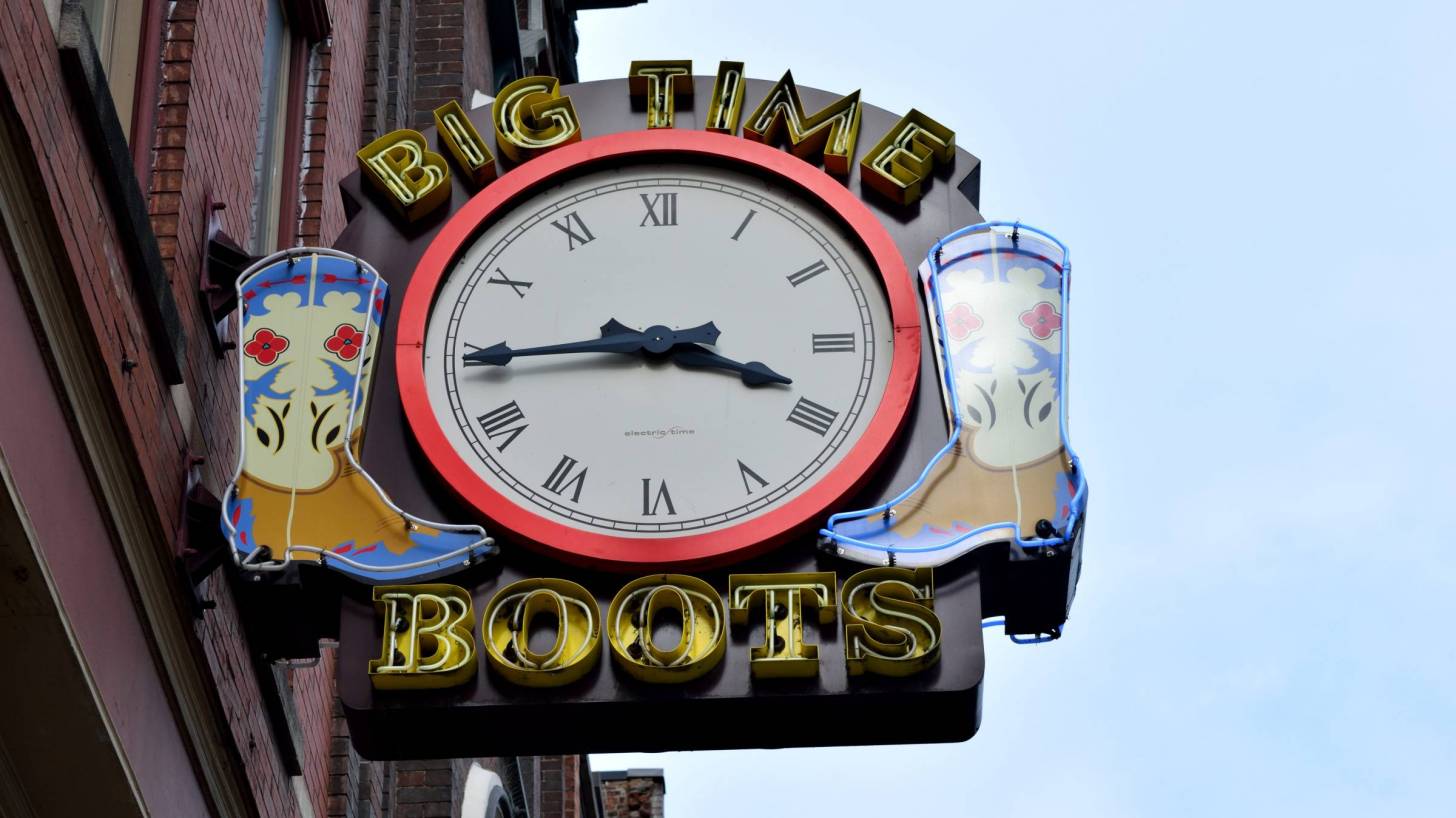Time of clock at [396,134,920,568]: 3:44
